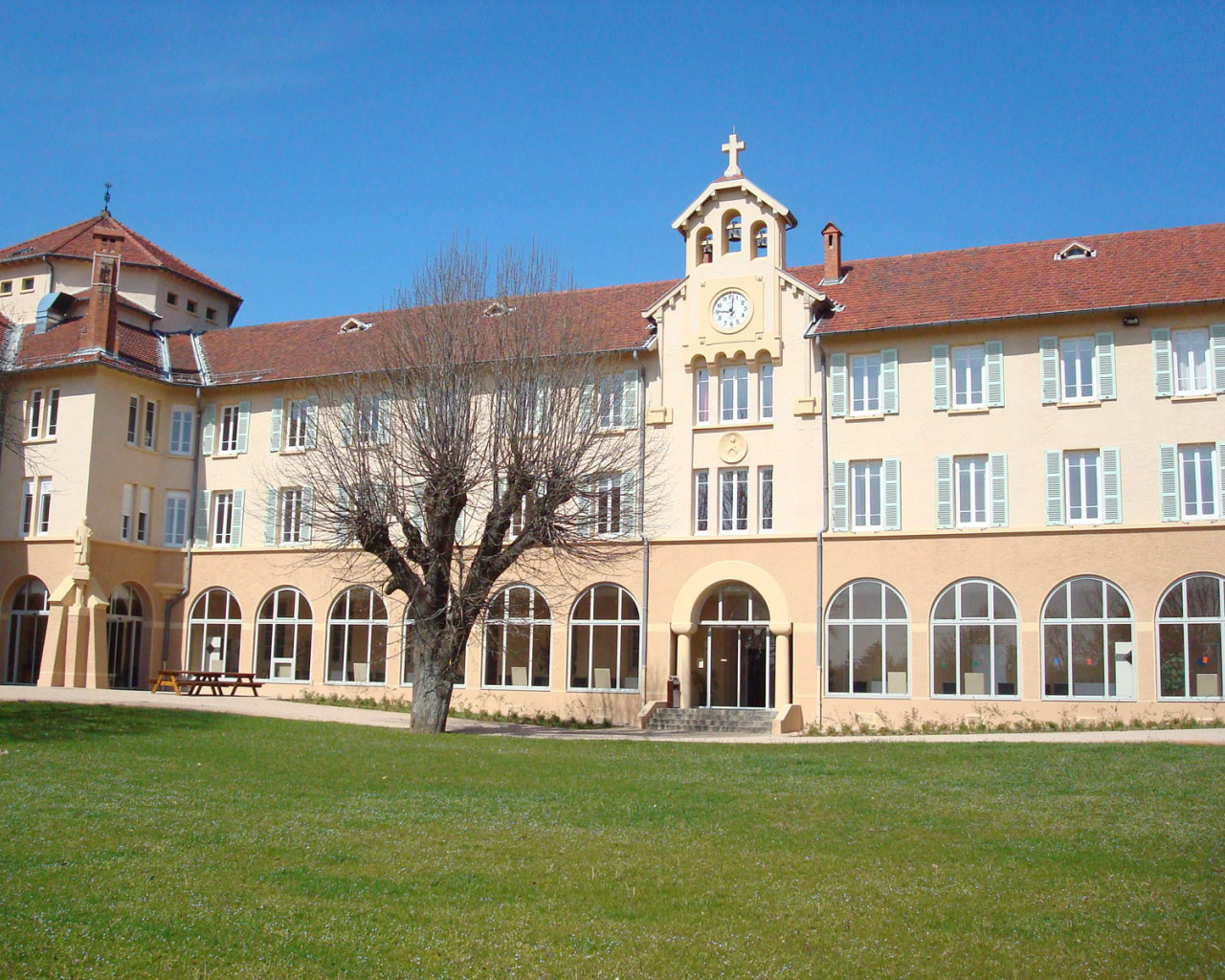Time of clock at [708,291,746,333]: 9:01
